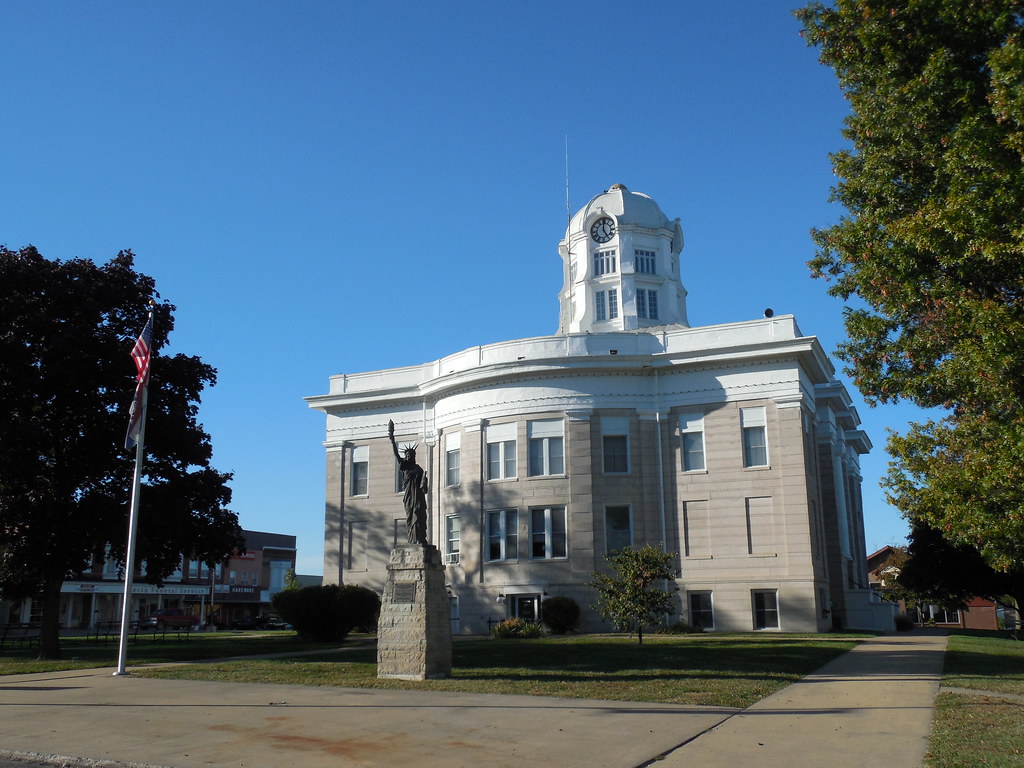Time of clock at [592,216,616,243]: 4:59
